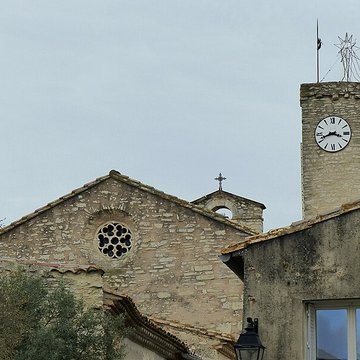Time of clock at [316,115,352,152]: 3:41
